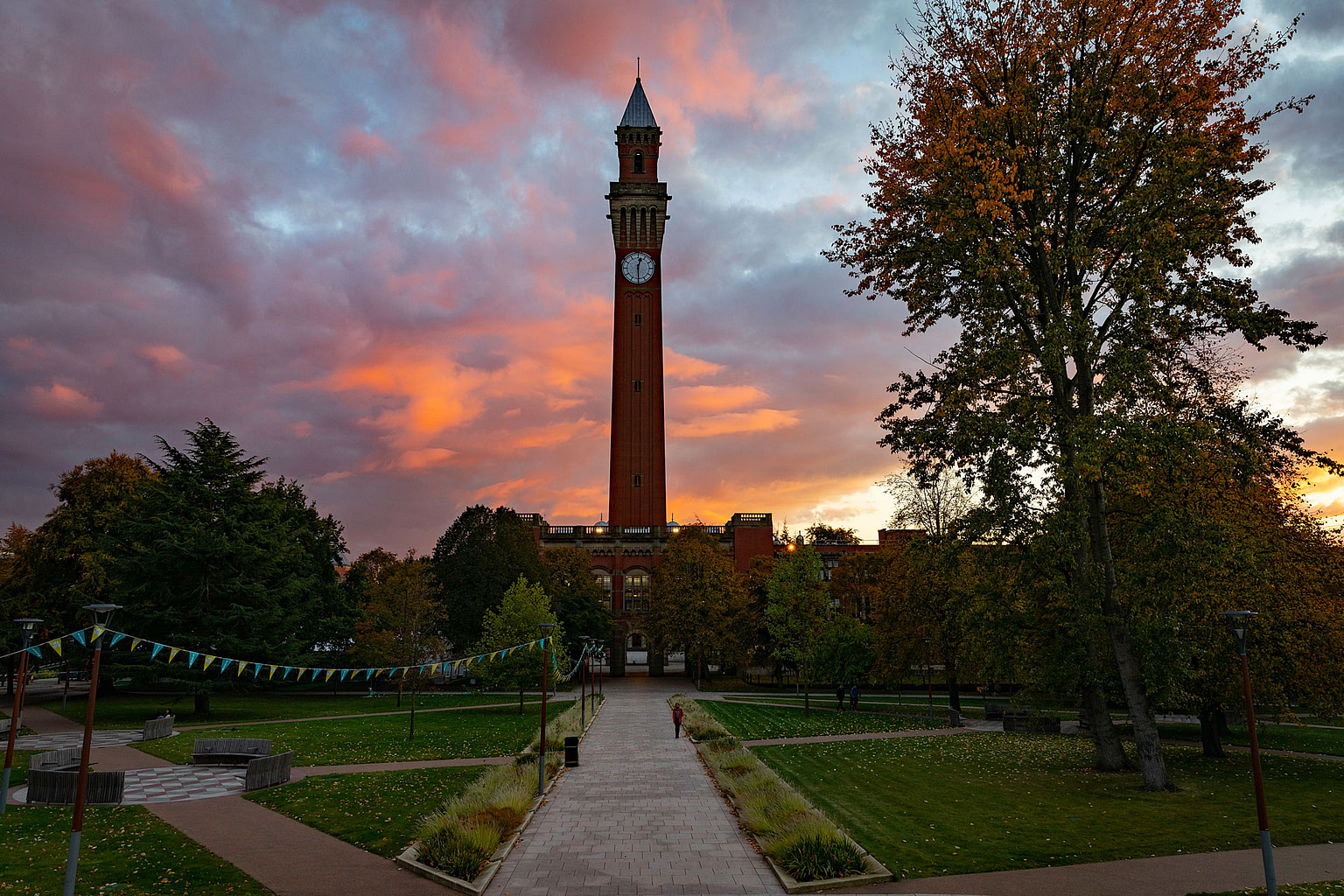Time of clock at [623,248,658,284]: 12:29
